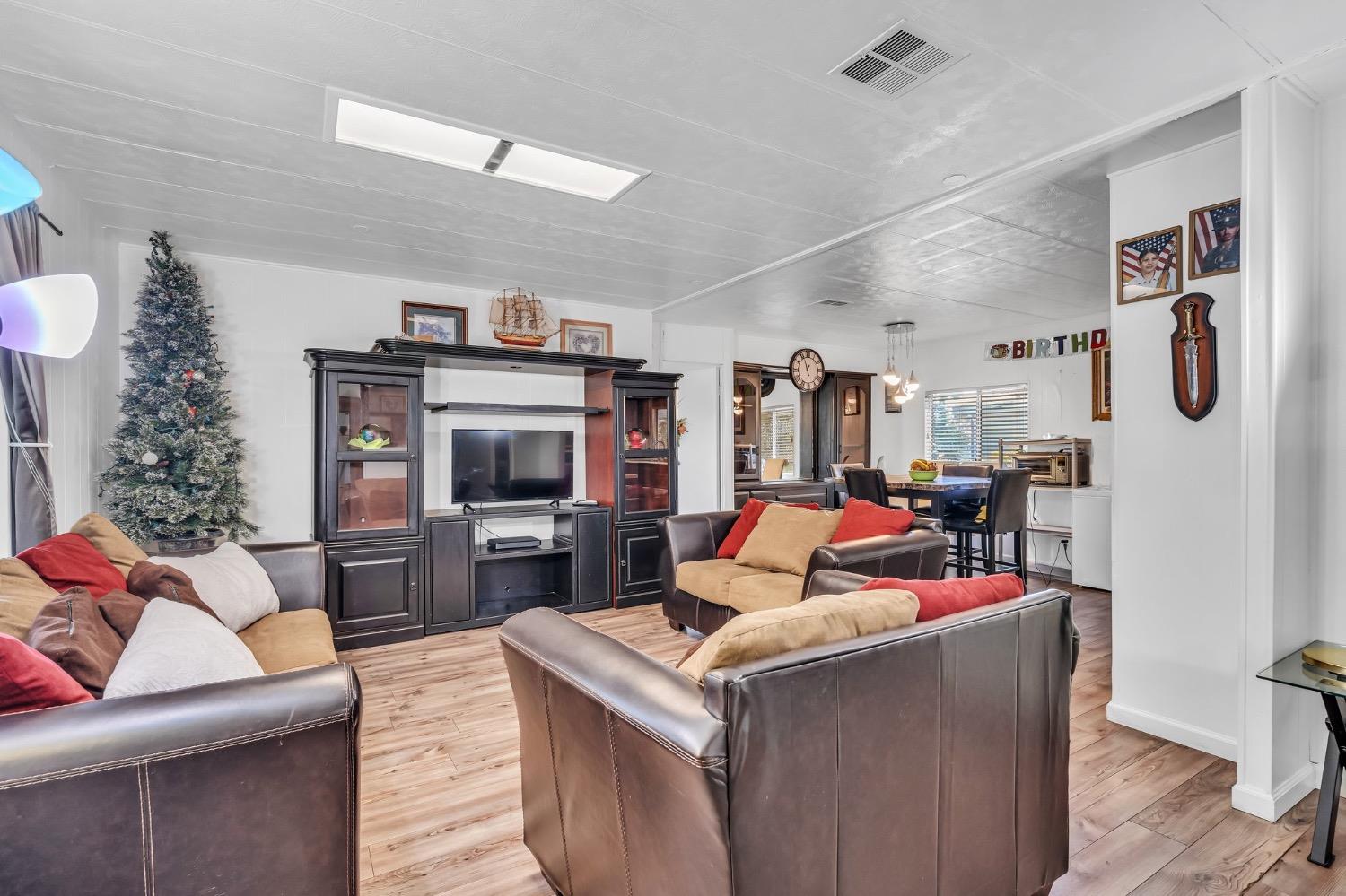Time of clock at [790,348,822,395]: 12:56
